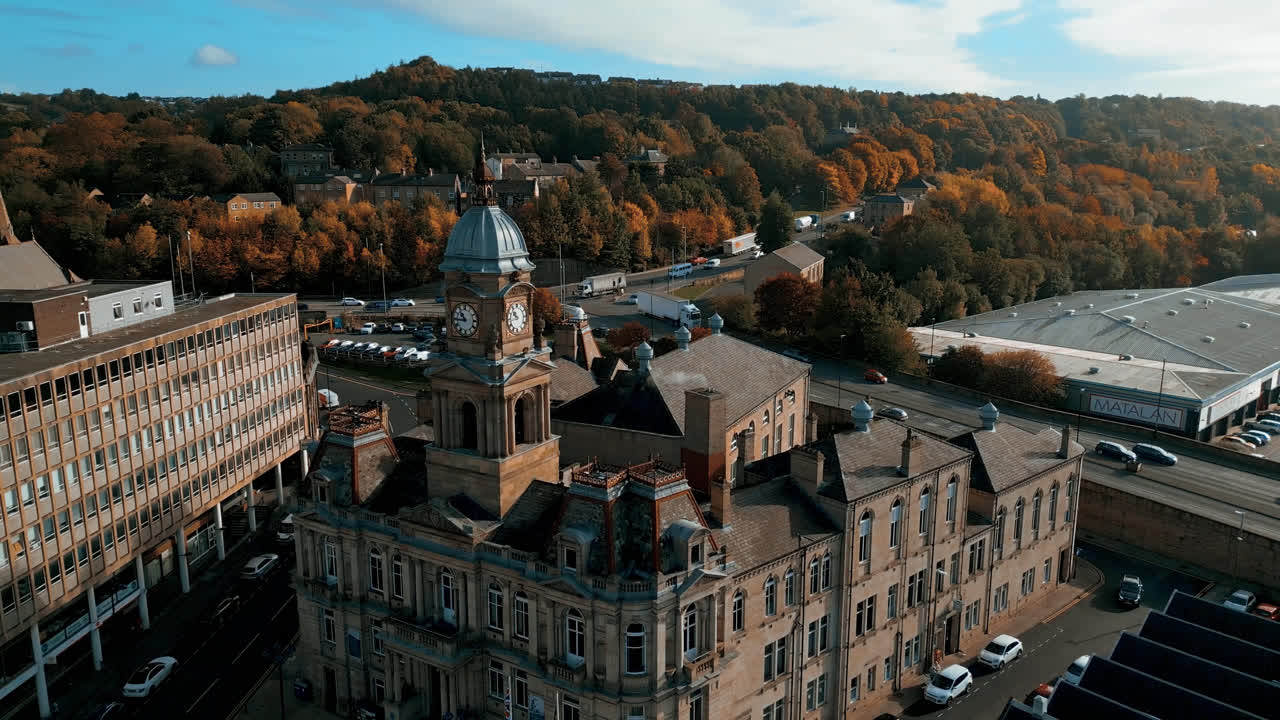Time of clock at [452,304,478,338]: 10:44
